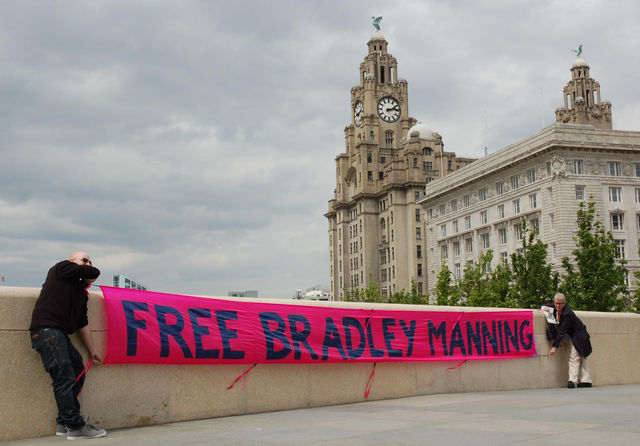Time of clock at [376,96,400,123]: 2:13
